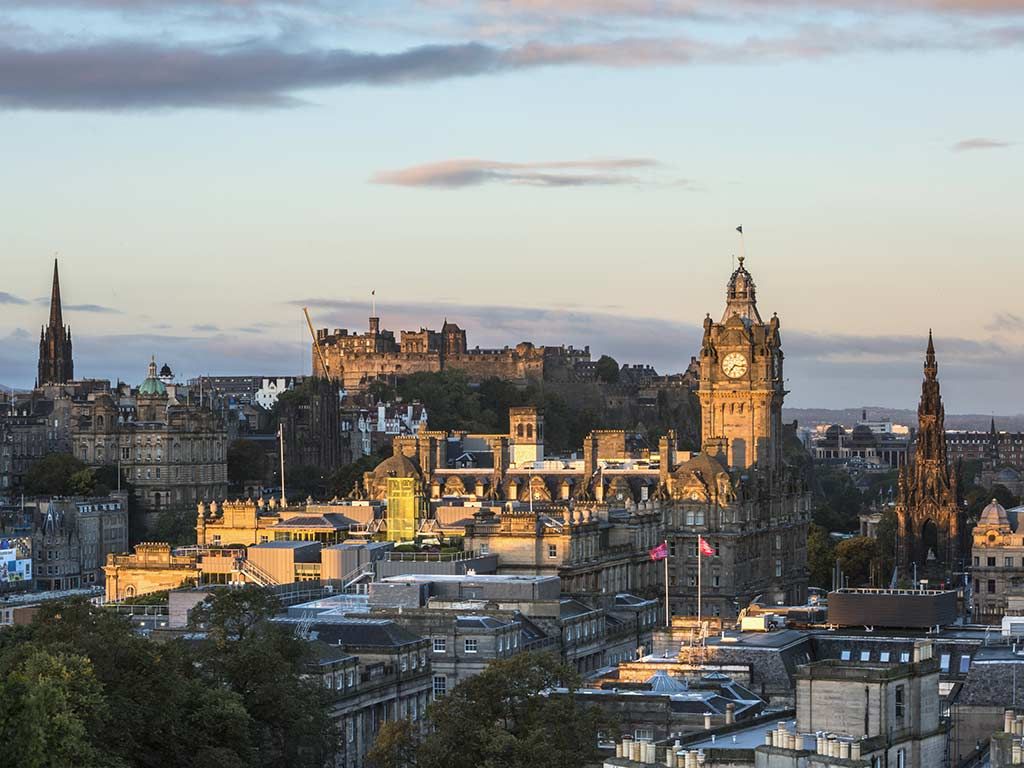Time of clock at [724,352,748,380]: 7:17
